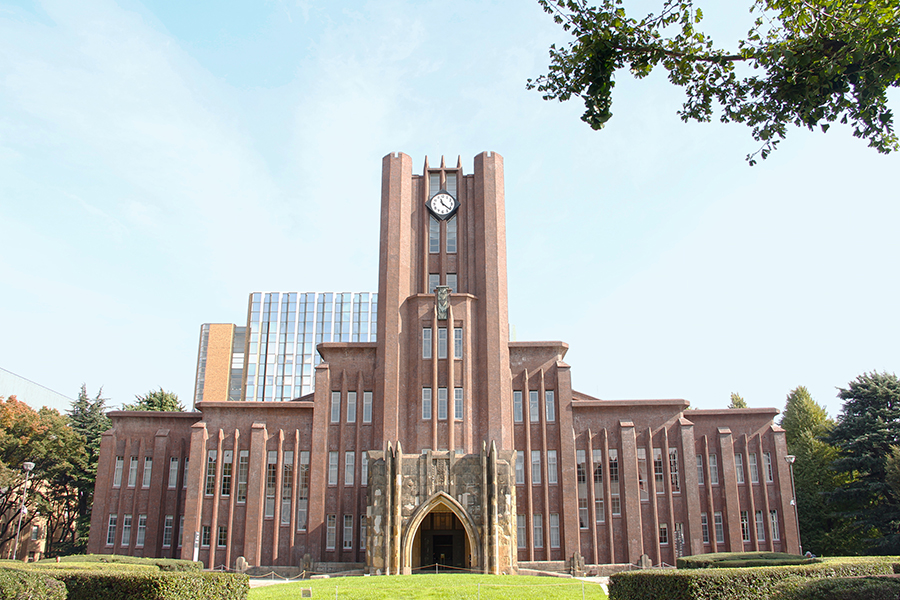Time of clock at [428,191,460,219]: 11:21
